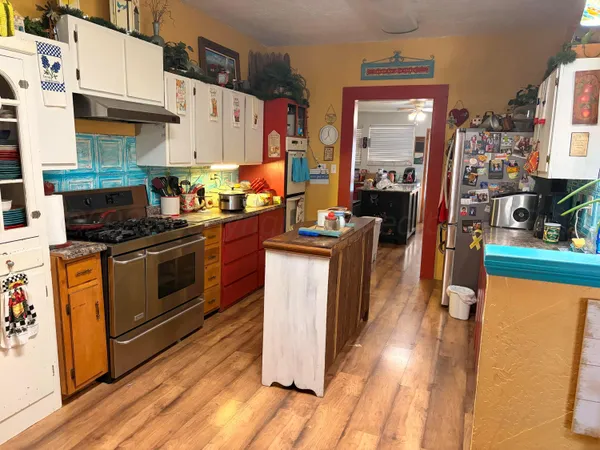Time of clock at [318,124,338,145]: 11:37
